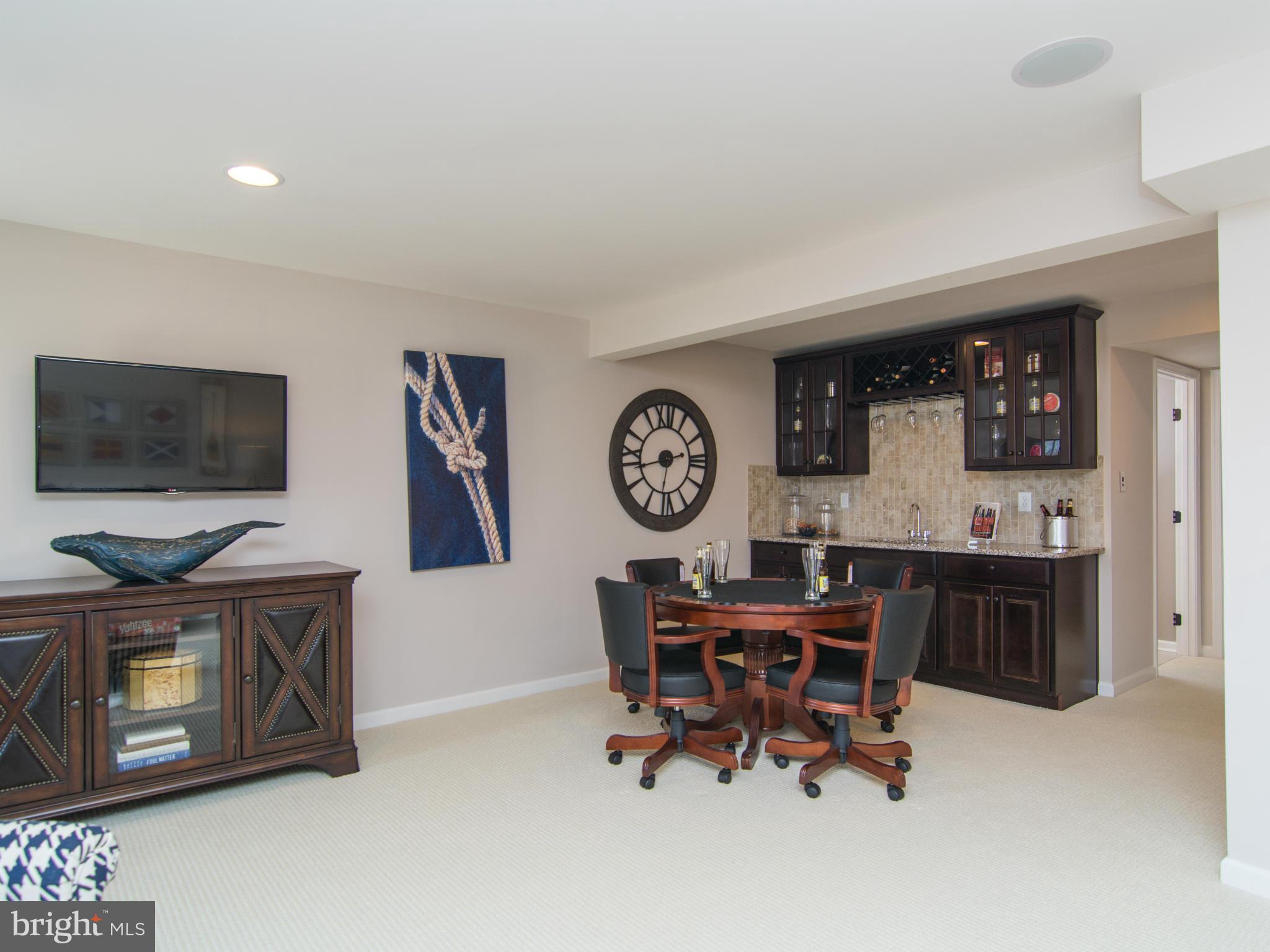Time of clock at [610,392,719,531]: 2:42
